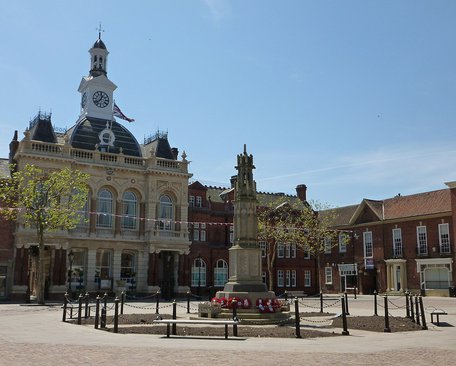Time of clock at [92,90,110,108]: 12:37
